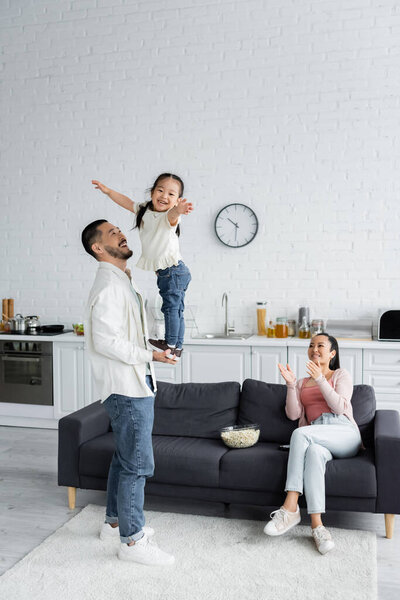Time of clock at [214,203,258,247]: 10:31
